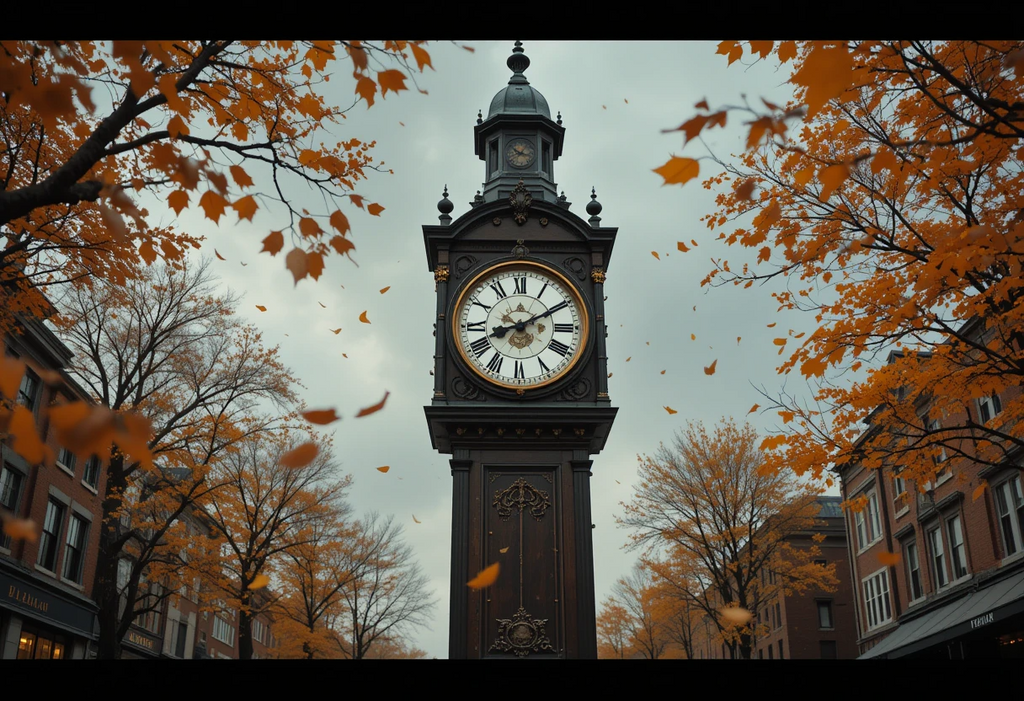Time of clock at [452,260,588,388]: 8:10
